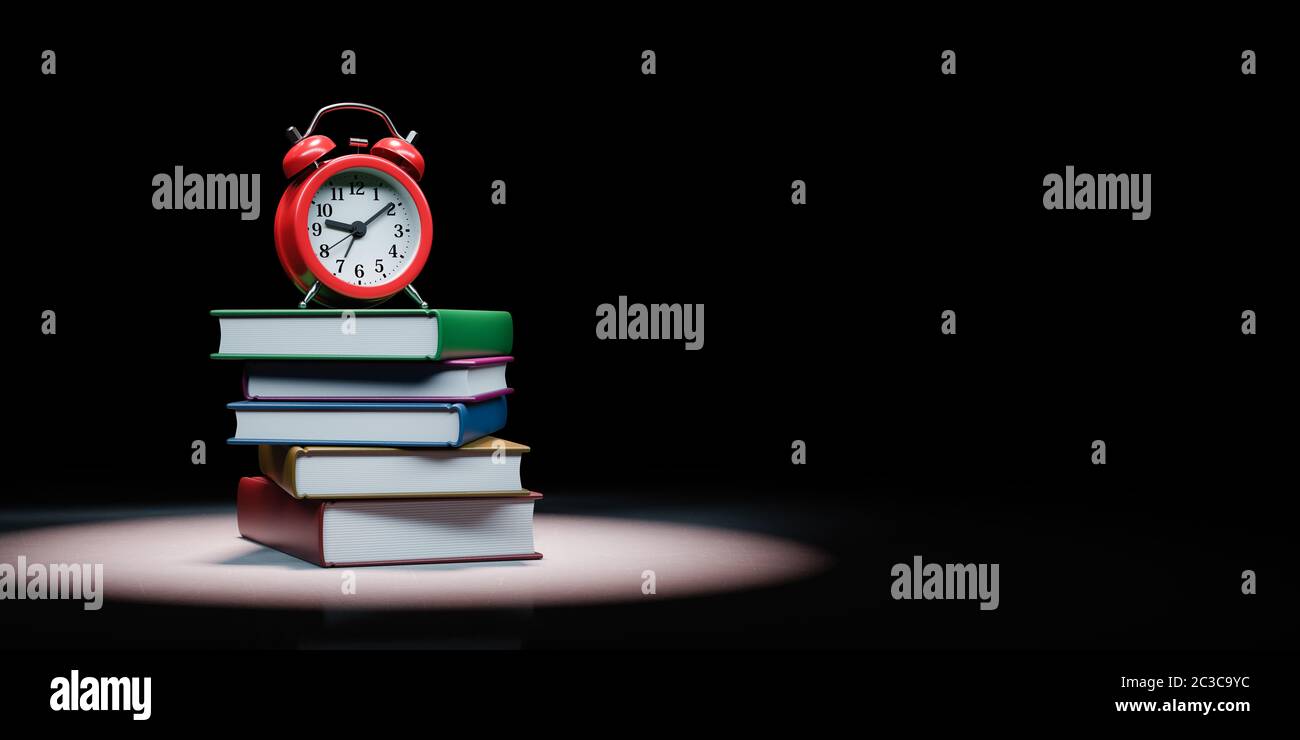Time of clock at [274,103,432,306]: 9:09
